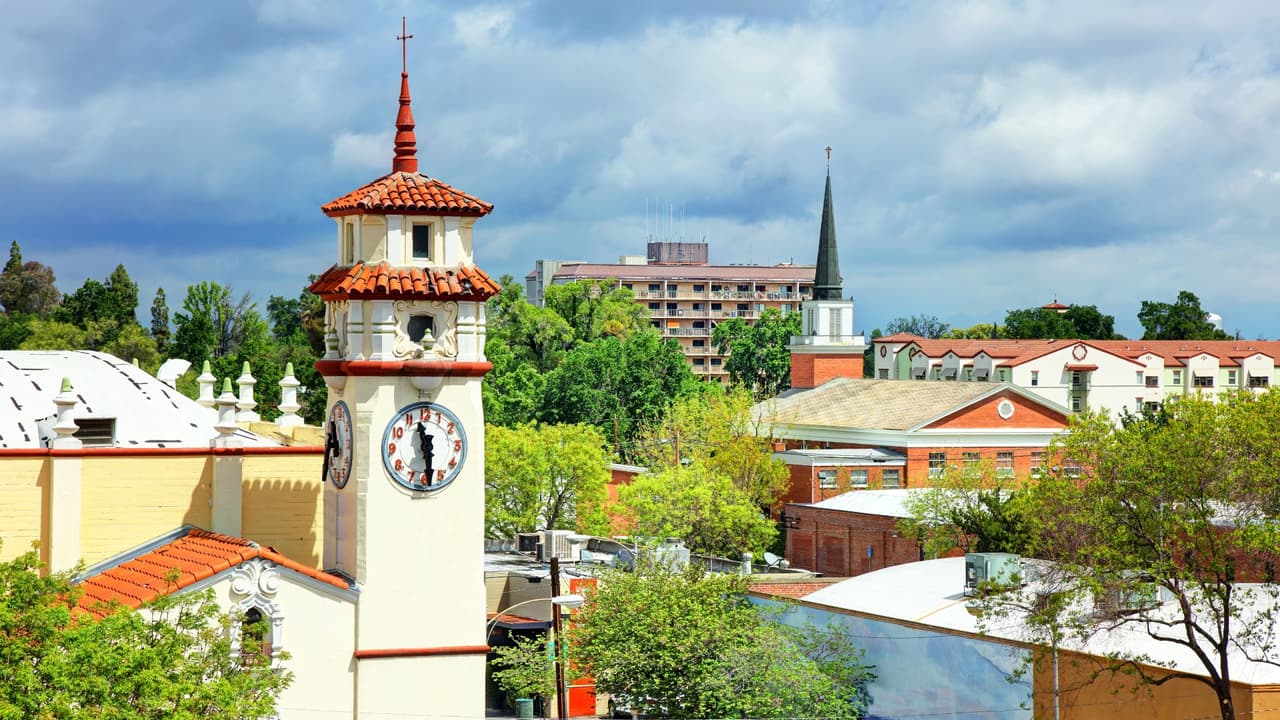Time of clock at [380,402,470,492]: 11:29
